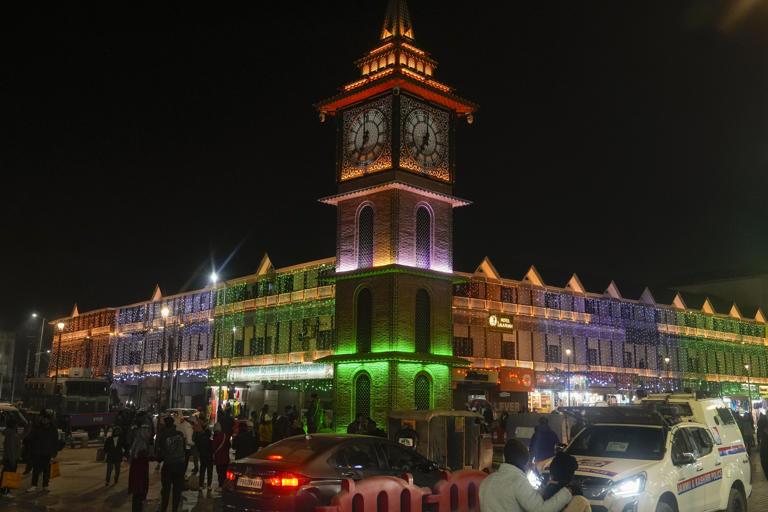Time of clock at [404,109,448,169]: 7:00
